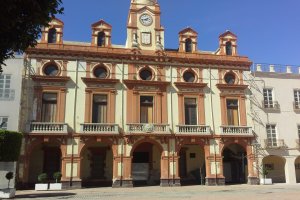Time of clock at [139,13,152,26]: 1:43
